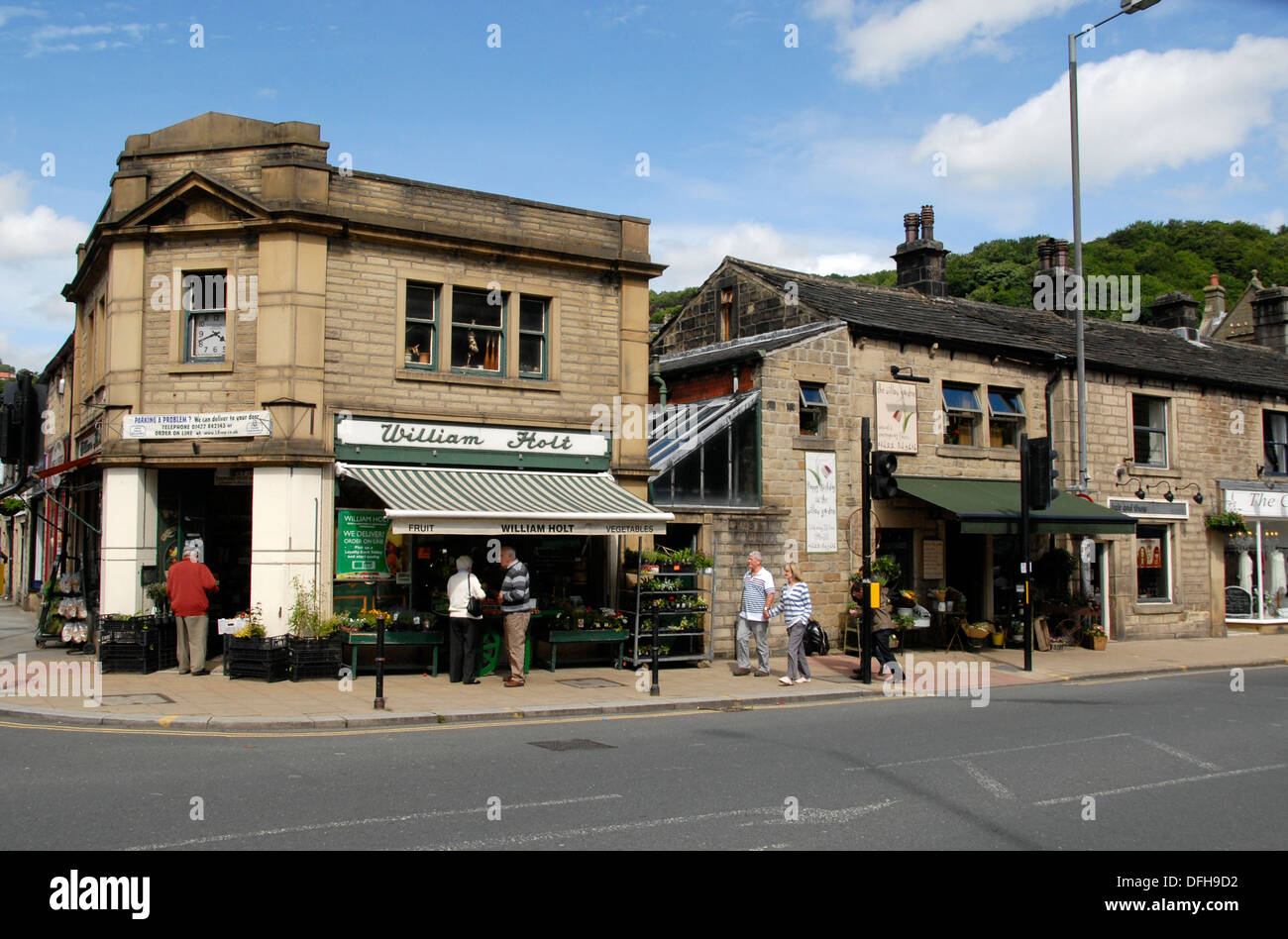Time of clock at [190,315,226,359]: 3:41
